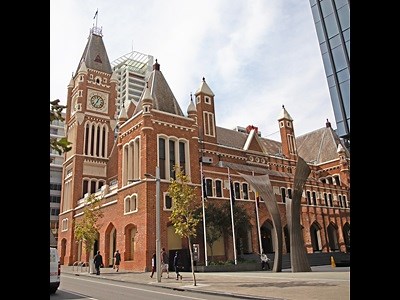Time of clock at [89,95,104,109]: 7:04
